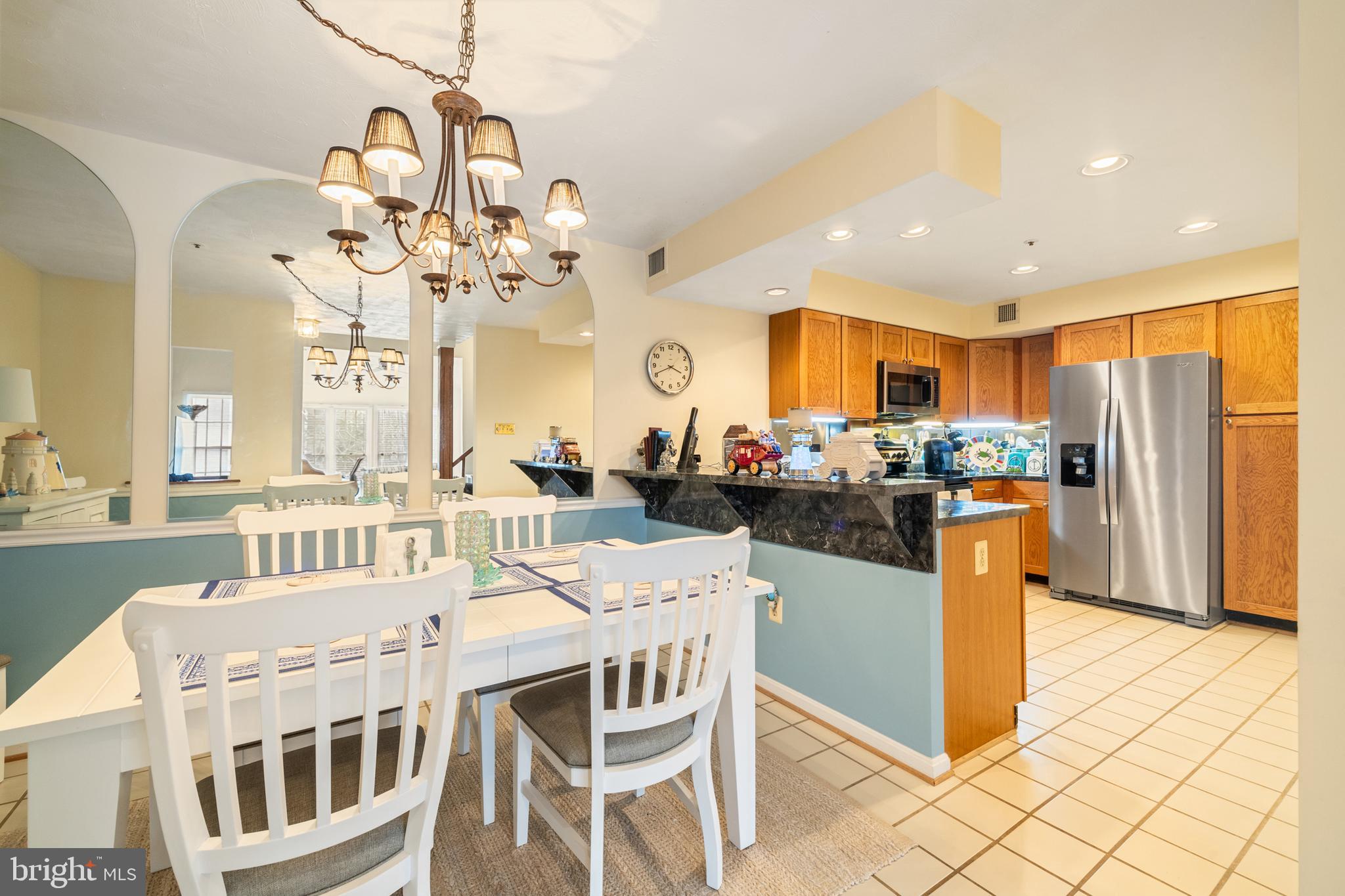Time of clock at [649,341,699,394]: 3:40
